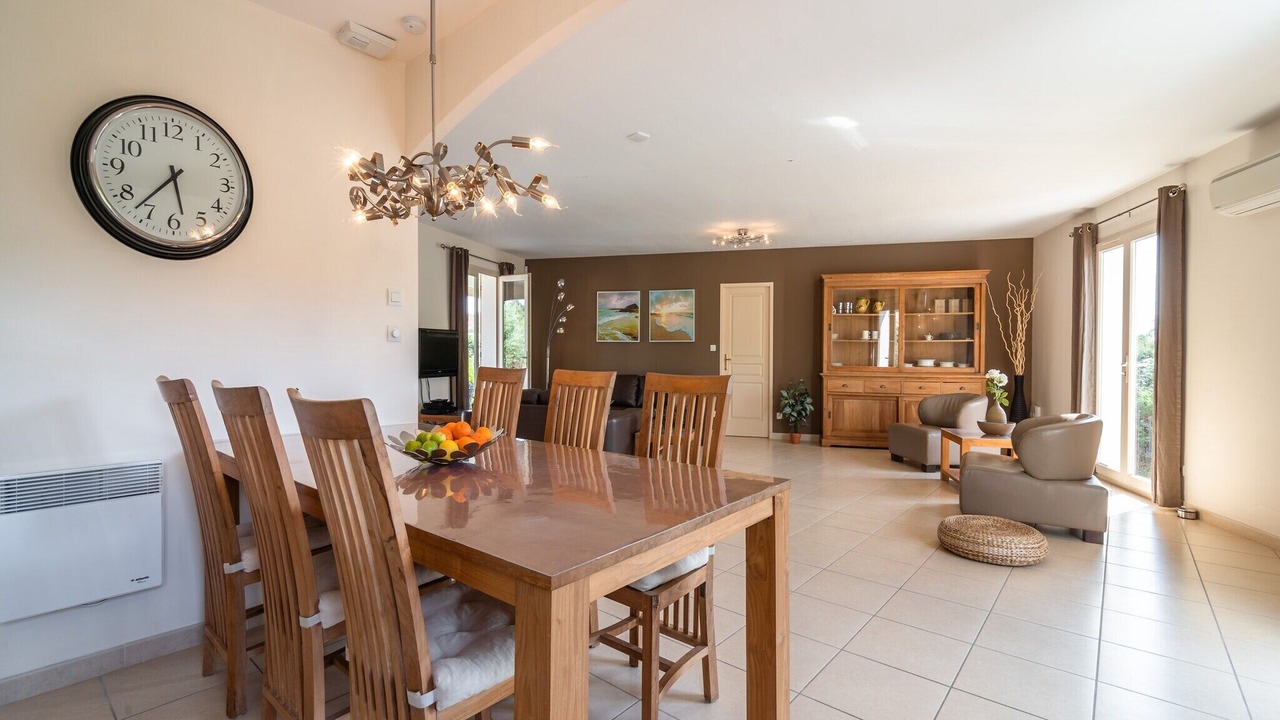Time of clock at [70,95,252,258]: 5:37
